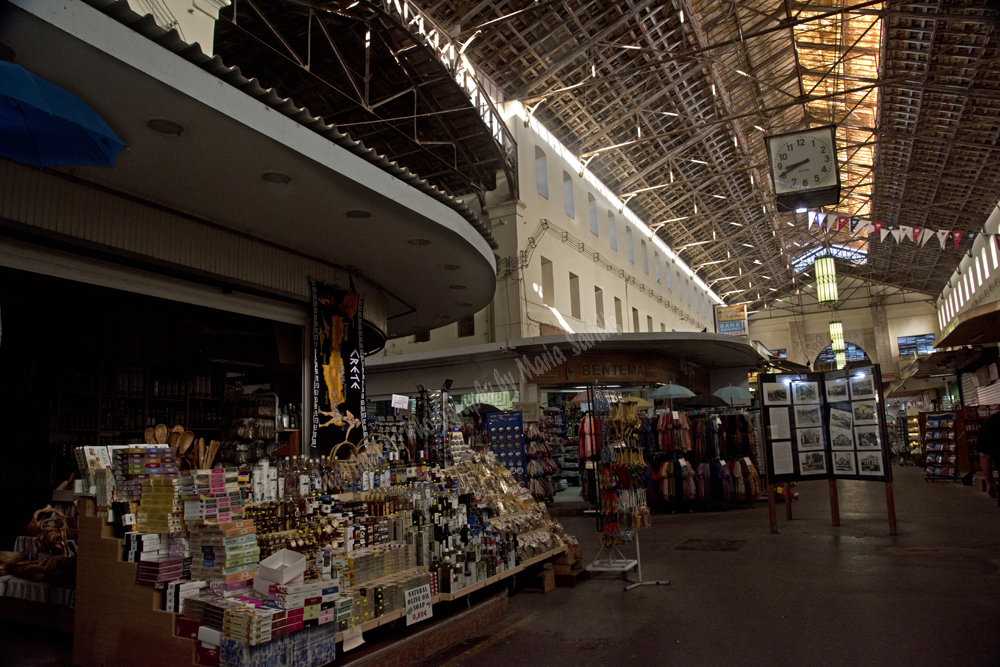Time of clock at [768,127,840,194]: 8:40
